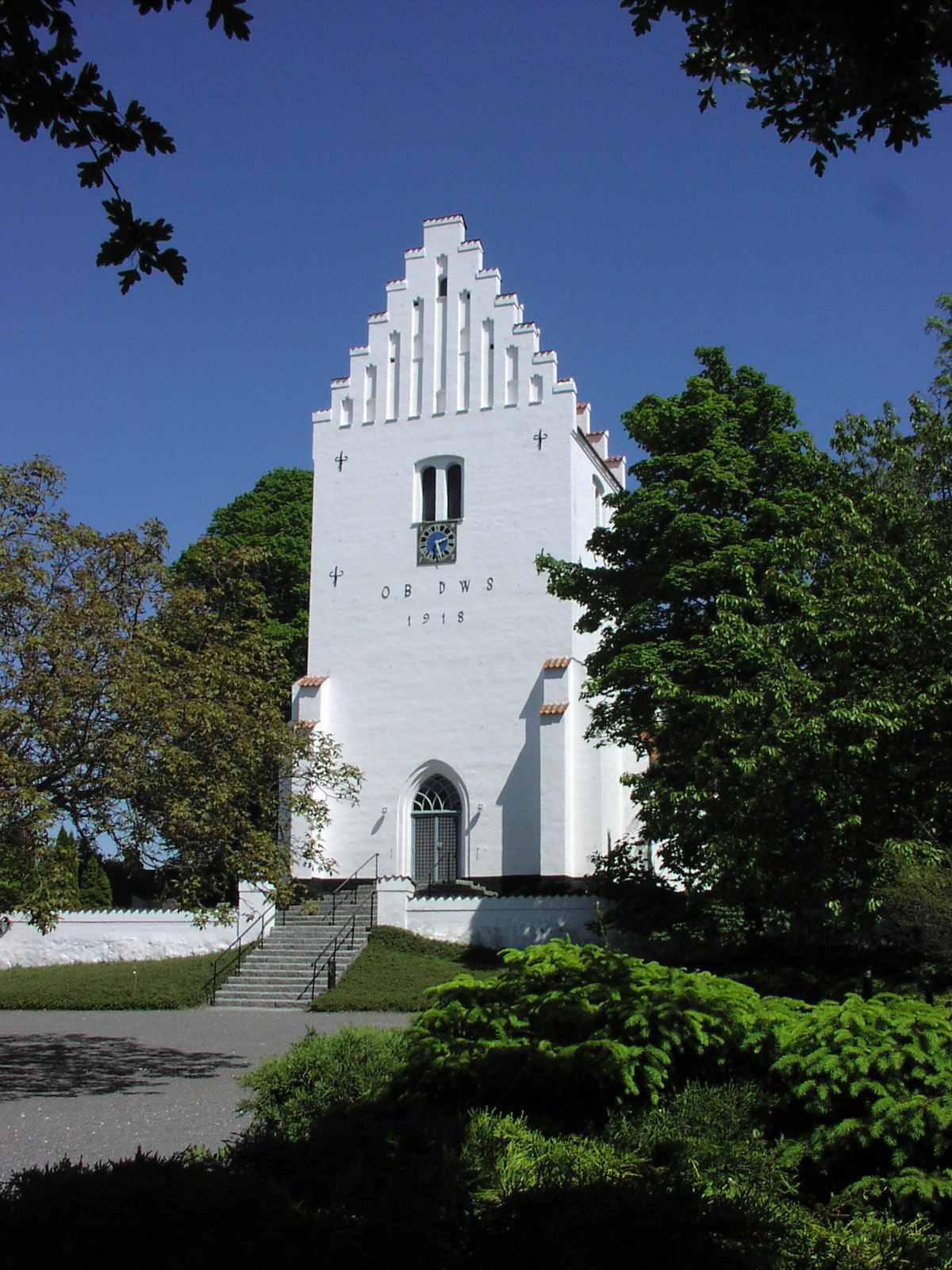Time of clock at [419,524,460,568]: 5:11
